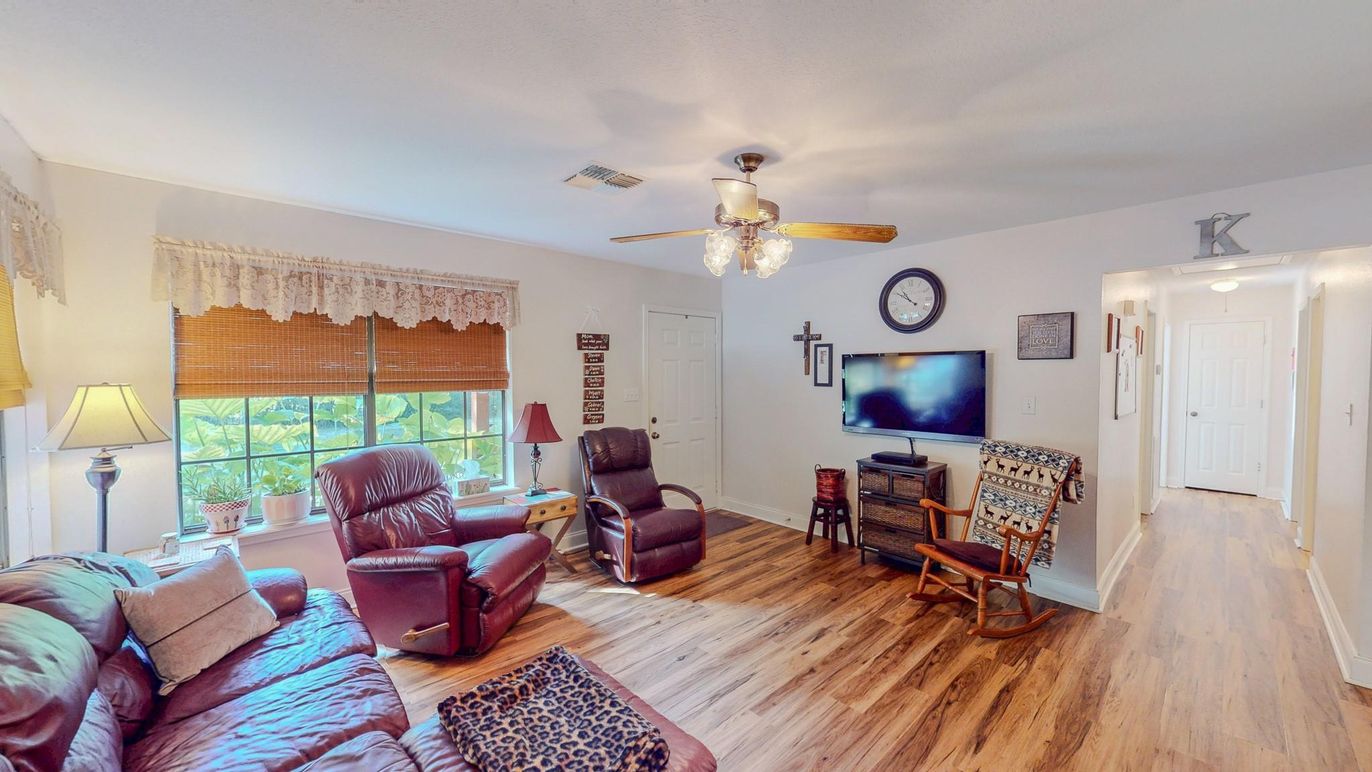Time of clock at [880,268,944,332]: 10:50
